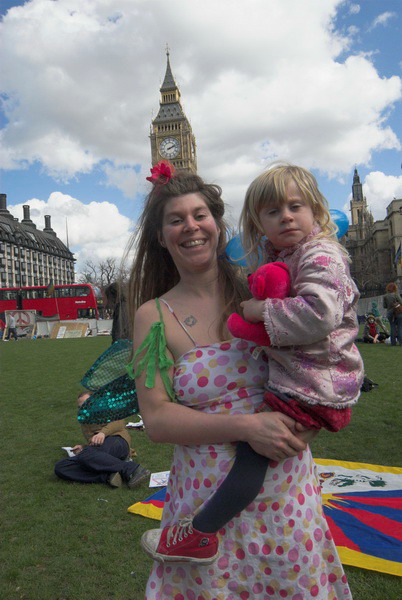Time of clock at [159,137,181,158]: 2:11
